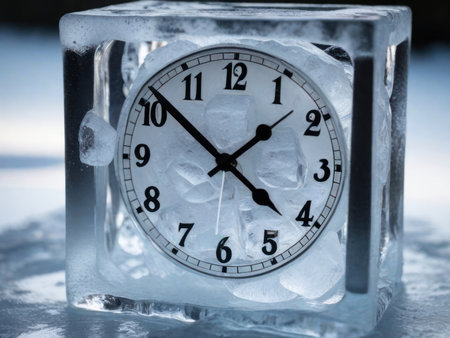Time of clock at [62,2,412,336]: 1:51
